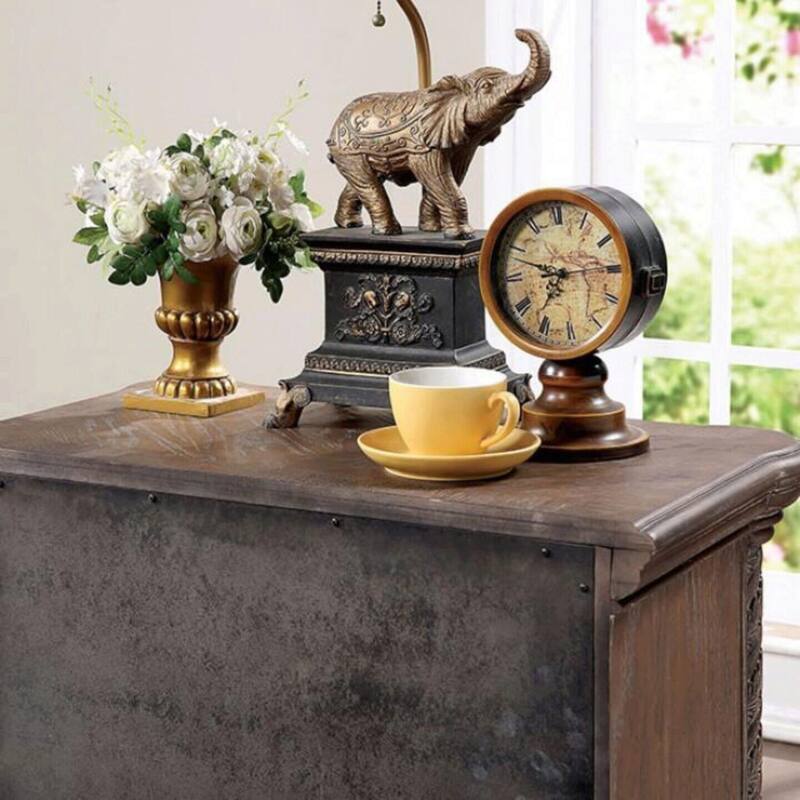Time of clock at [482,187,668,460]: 6:47
